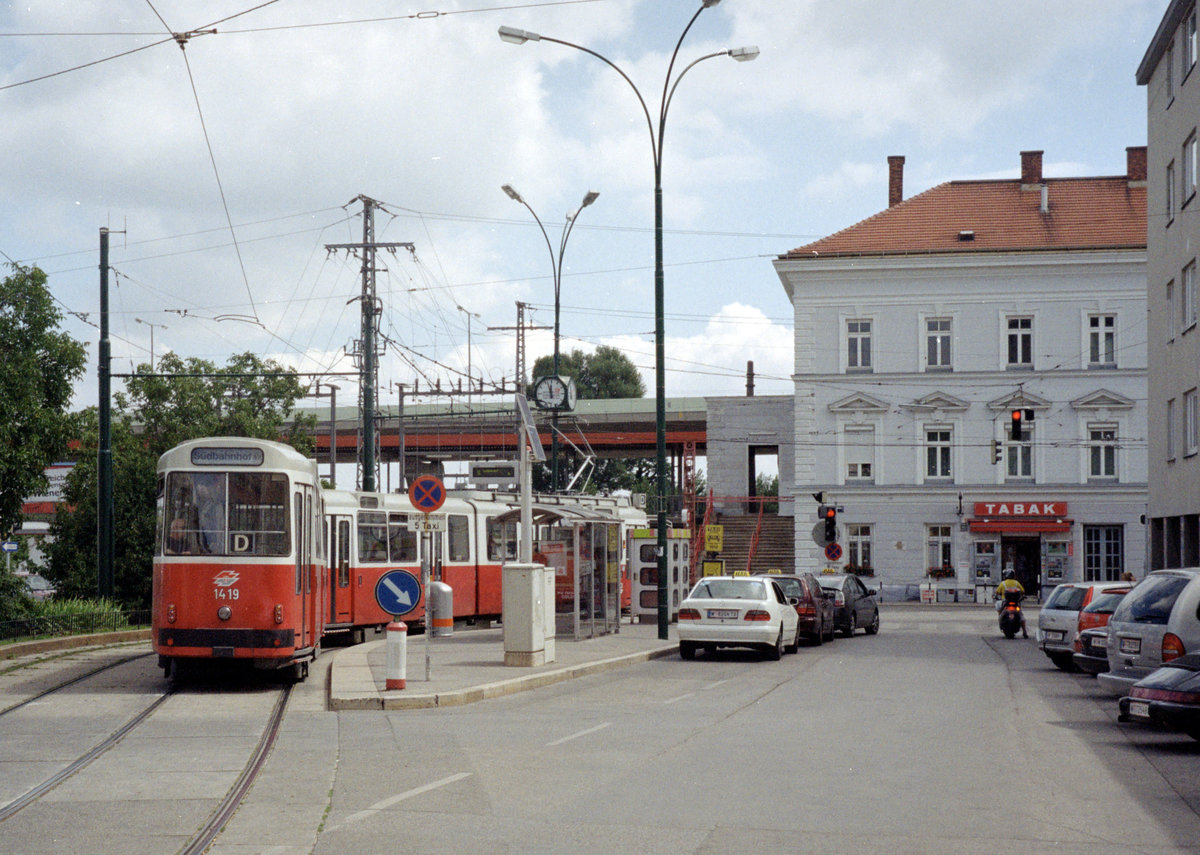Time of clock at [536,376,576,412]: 11:56
